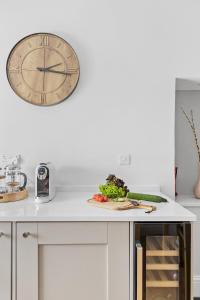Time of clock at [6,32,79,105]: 2:16
